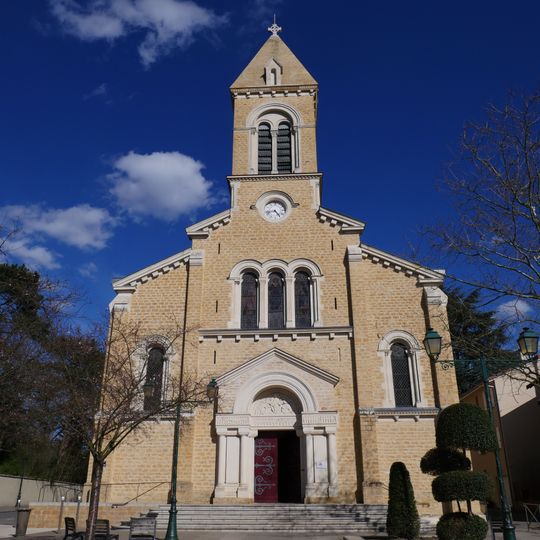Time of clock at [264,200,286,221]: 4:42
